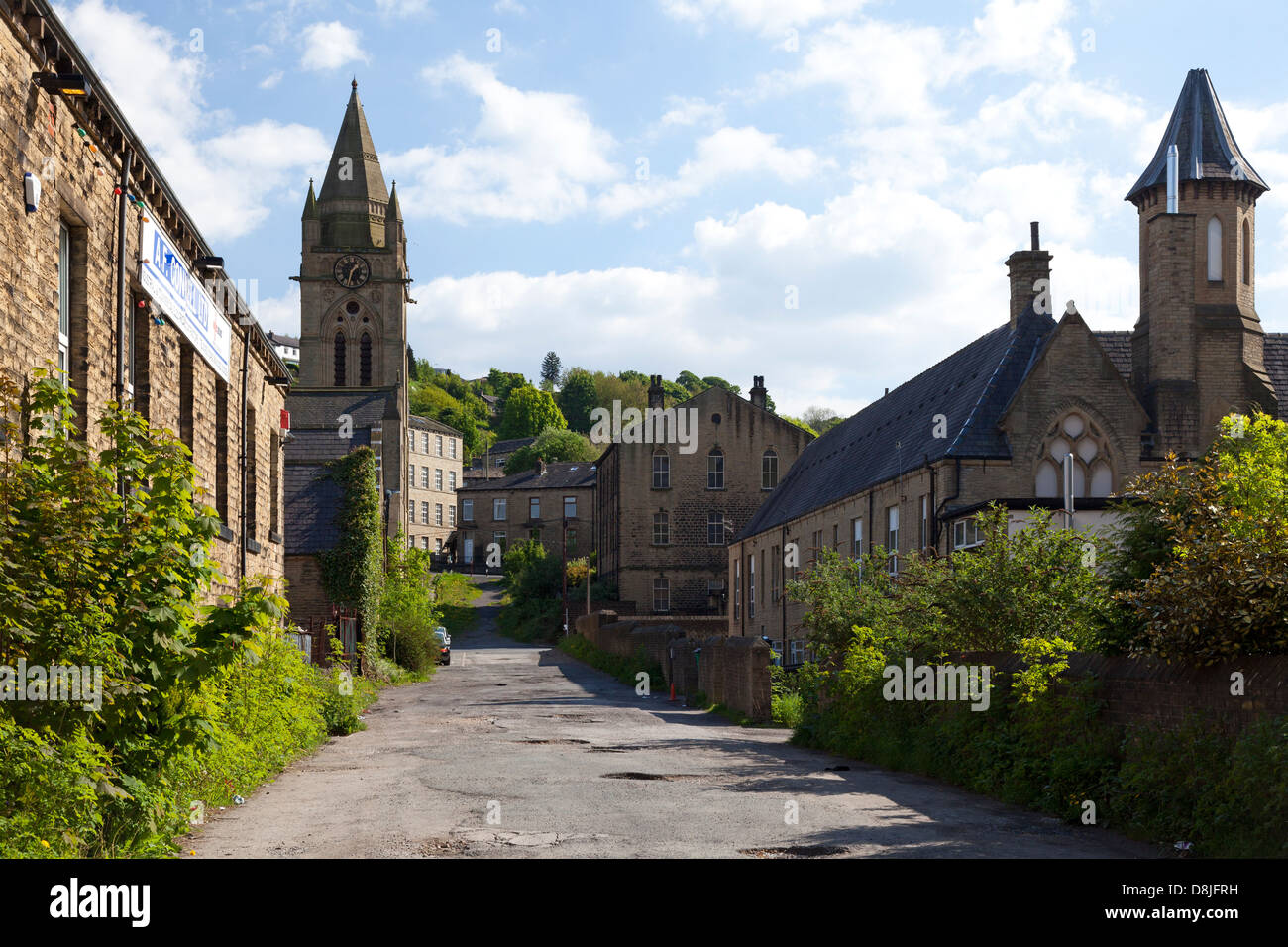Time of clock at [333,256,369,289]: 1:32
